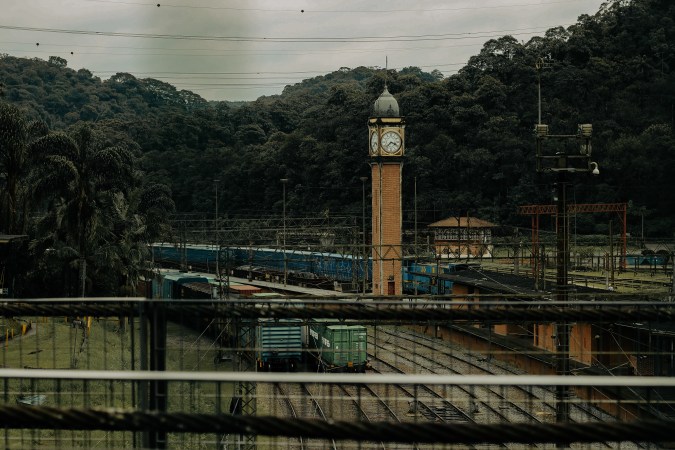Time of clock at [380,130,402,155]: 3:37
